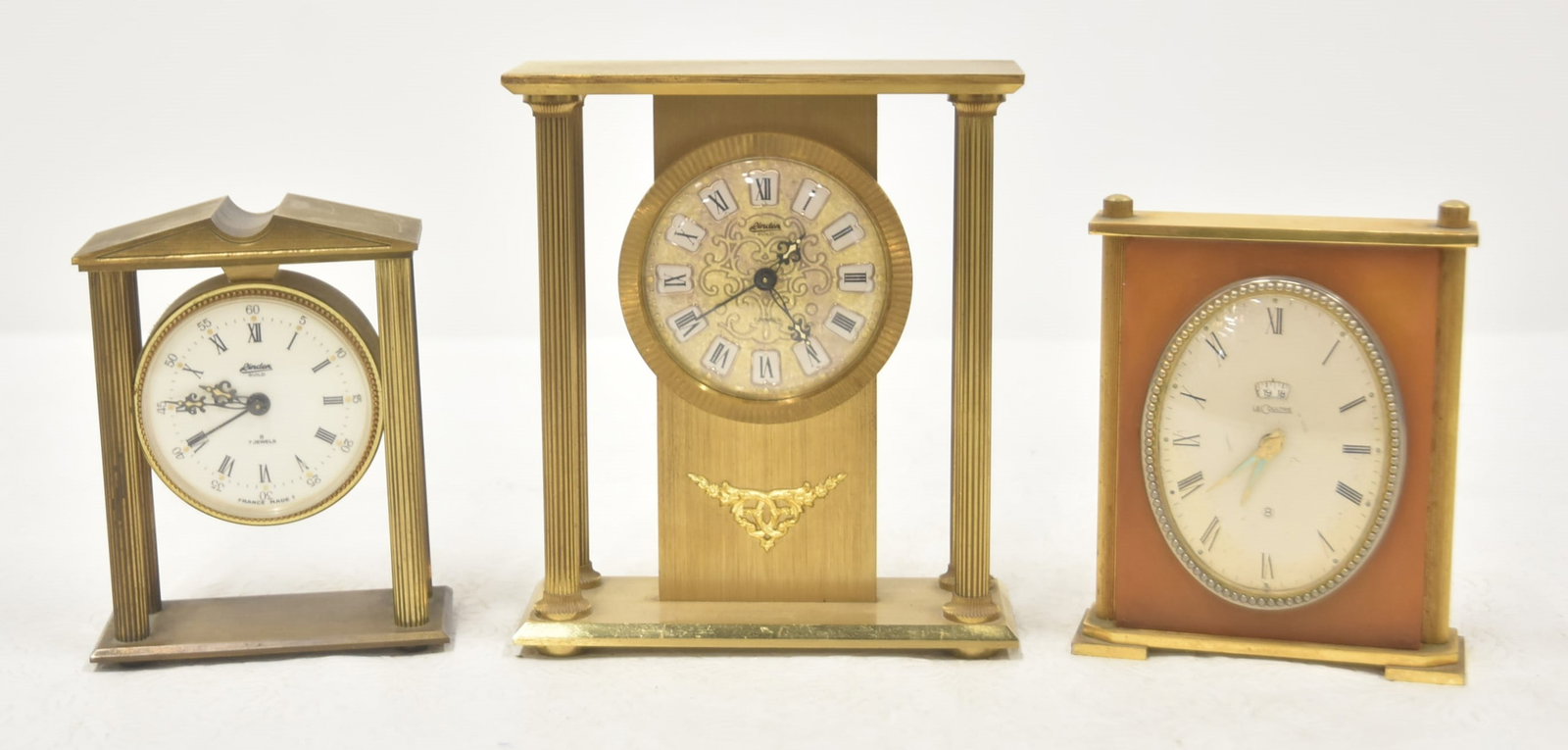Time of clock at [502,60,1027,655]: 1:40
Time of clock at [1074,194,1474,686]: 7:34
